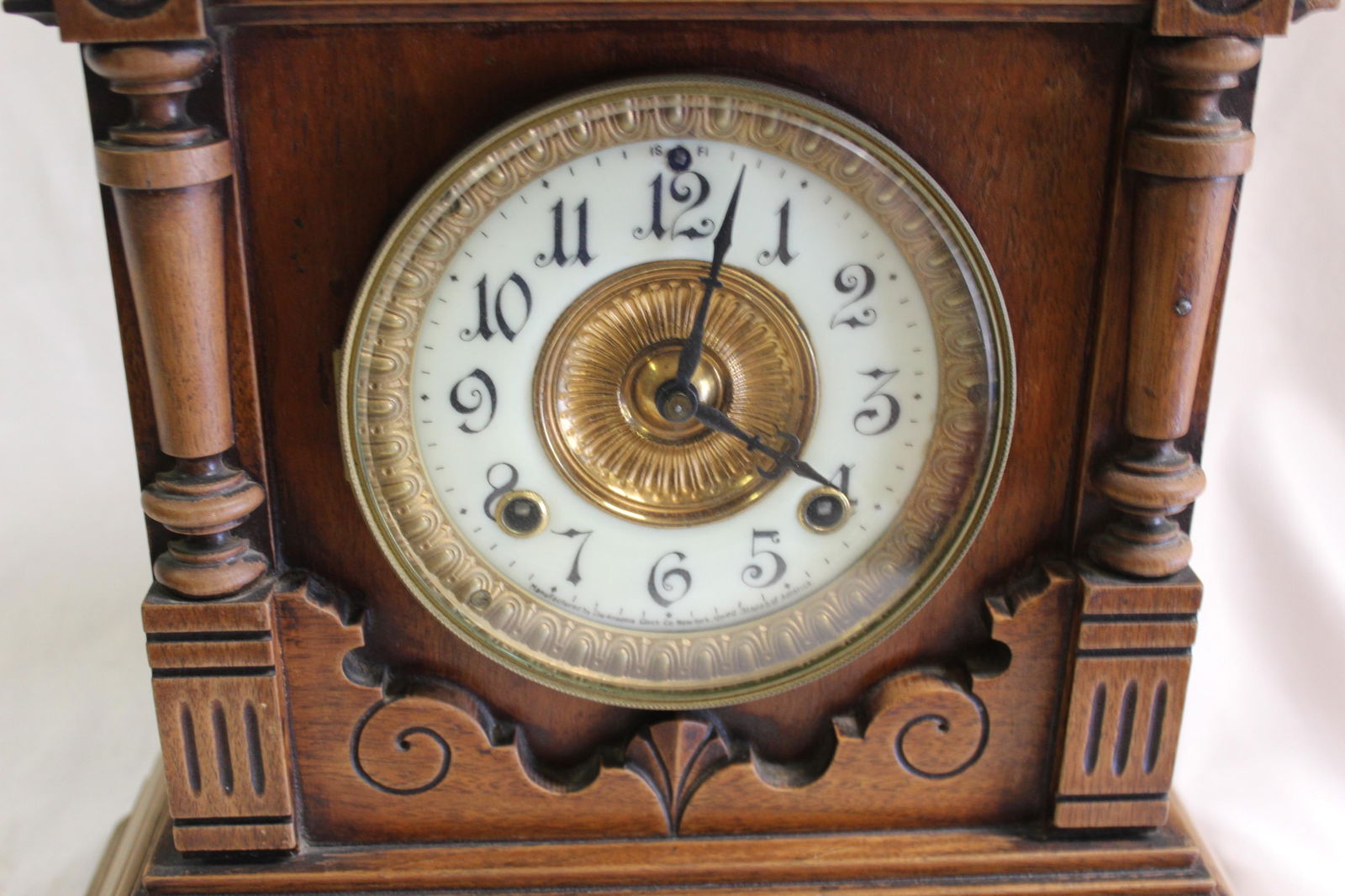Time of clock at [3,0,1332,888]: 4:02
